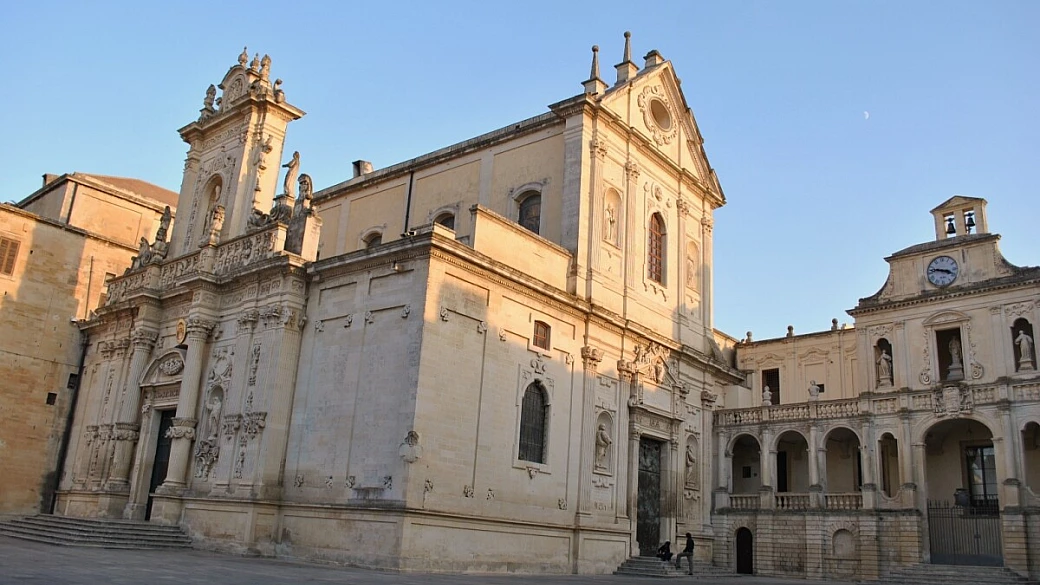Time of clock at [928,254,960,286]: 3:46
